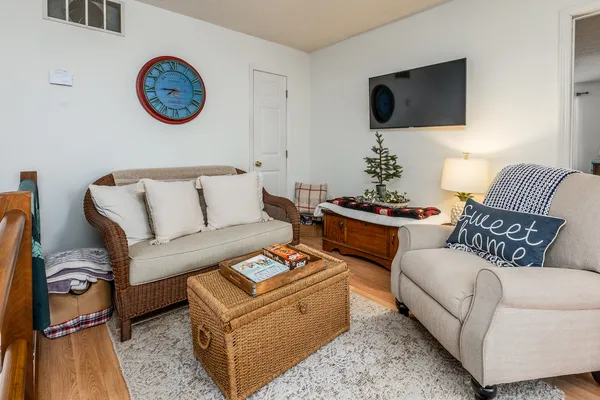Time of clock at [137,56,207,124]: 7:45
